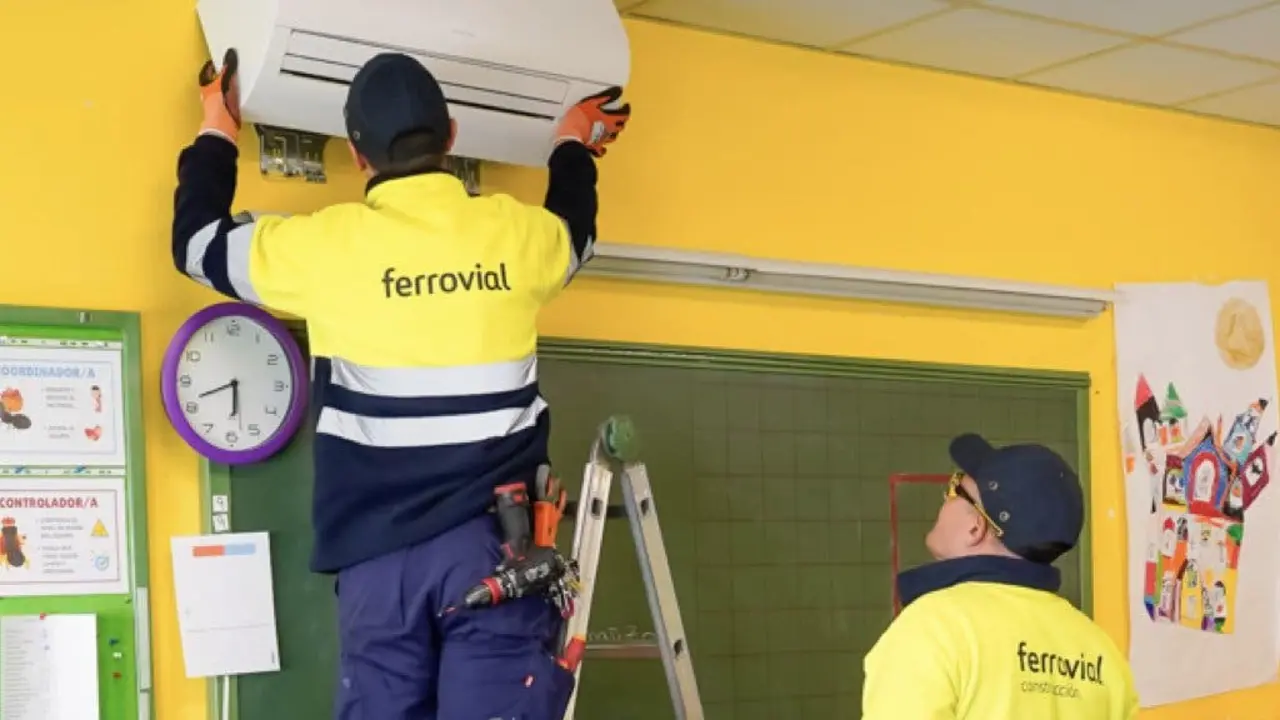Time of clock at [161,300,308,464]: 5:41
